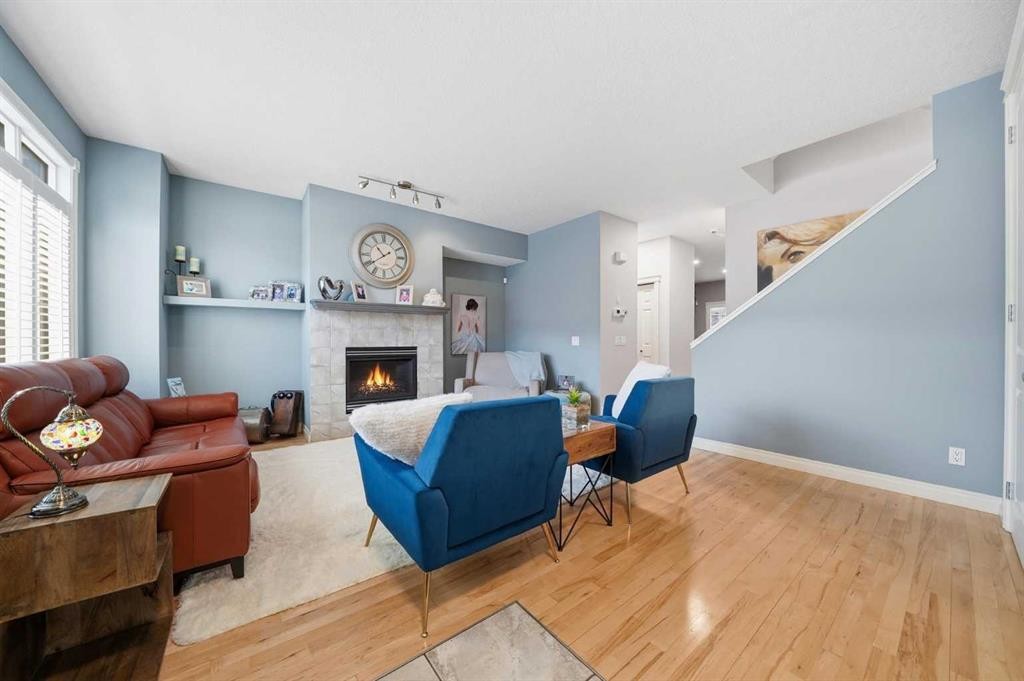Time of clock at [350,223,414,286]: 10:39
